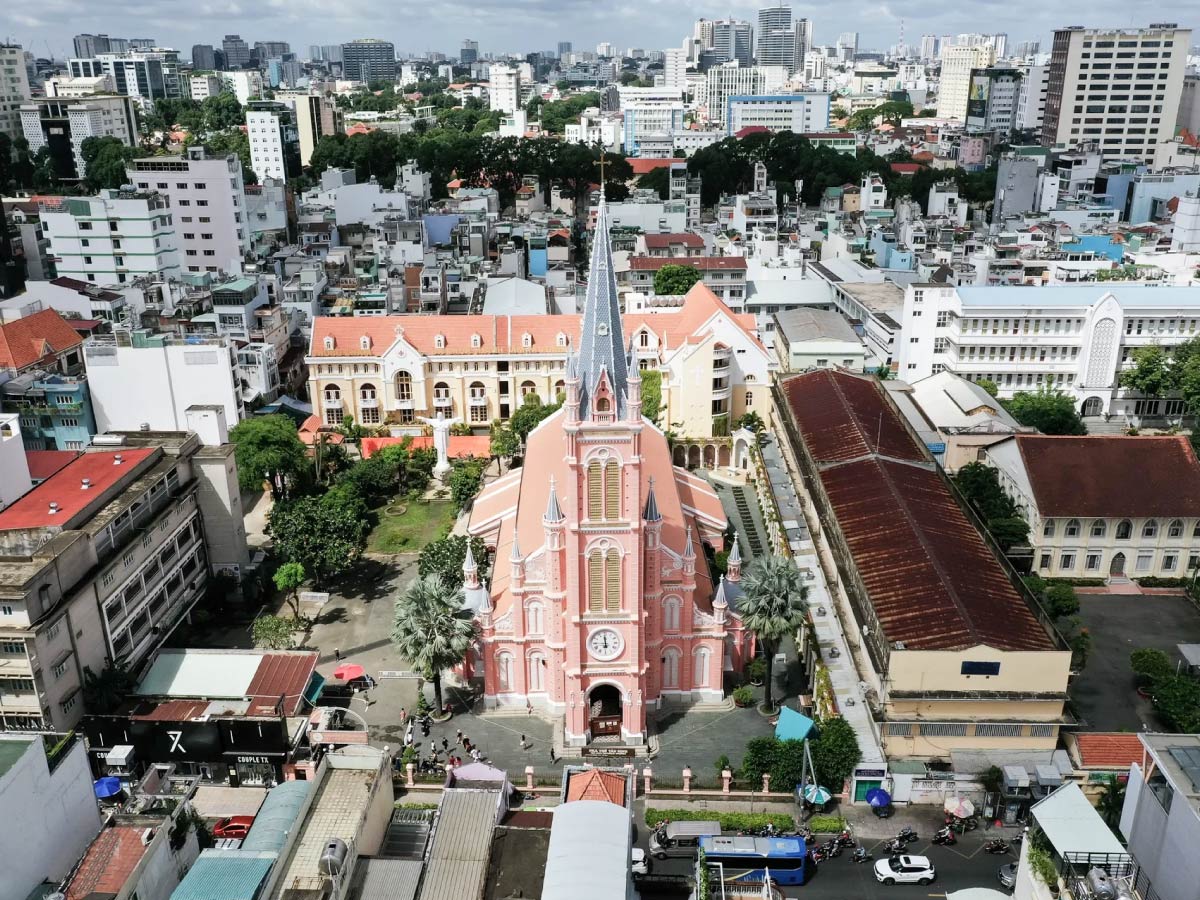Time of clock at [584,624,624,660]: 5:59
